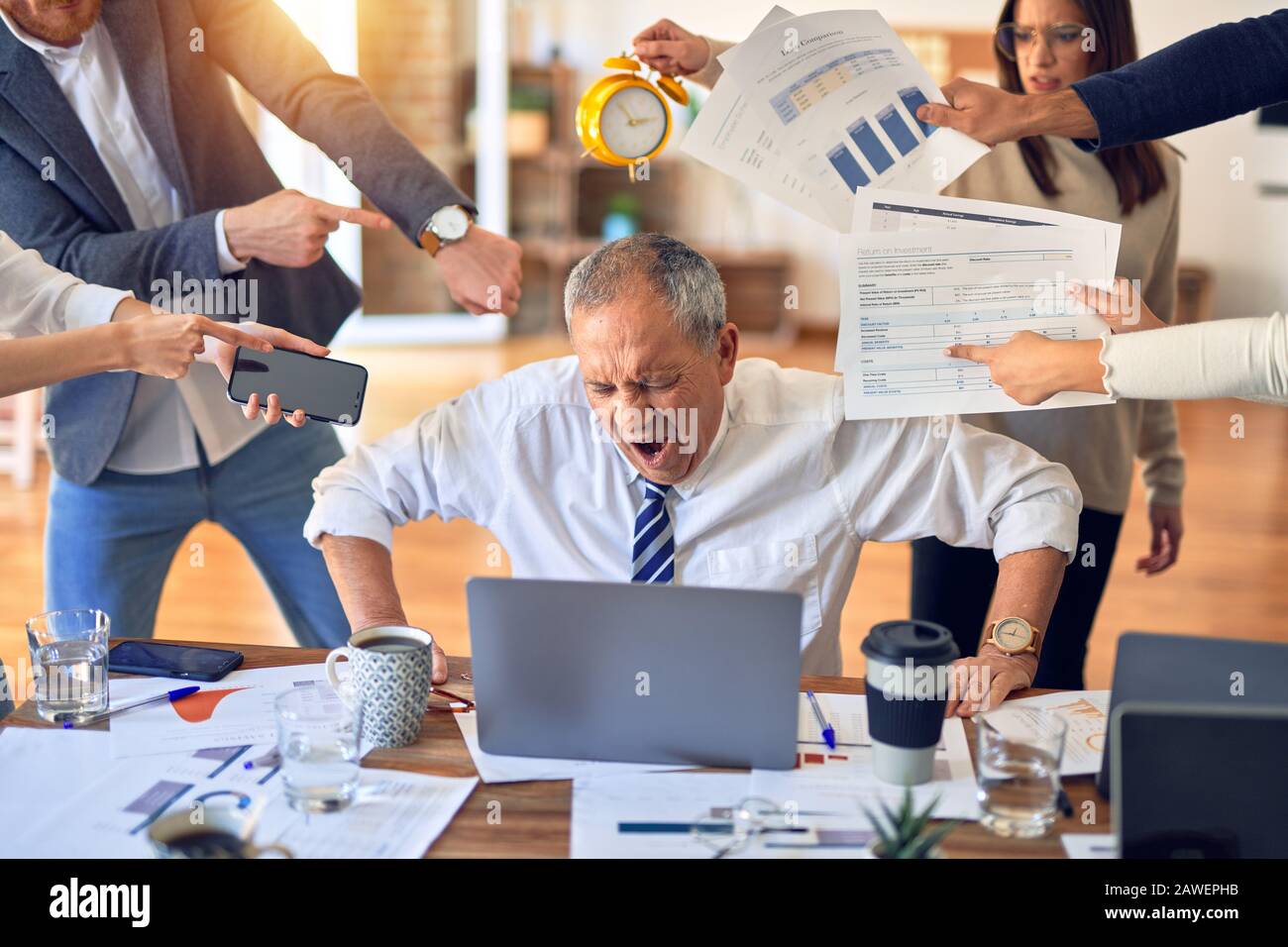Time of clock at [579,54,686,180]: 2:52
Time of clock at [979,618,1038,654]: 12:45
